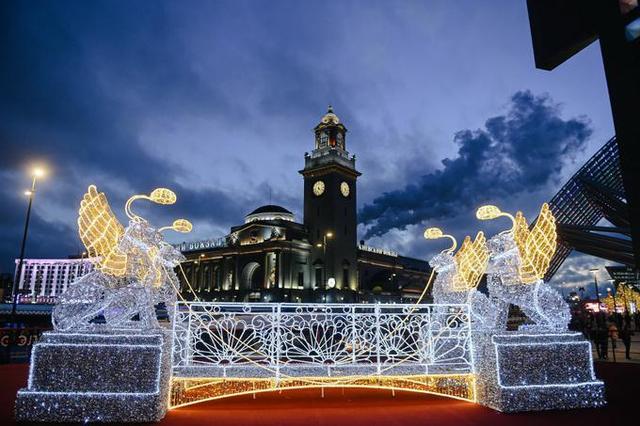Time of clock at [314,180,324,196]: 4:35
